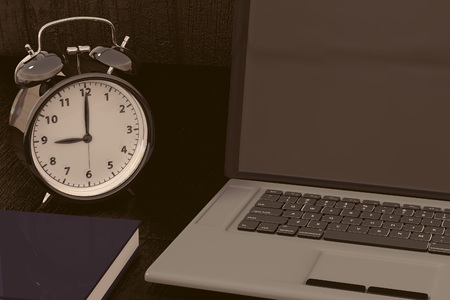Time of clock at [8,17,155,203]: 9:00
